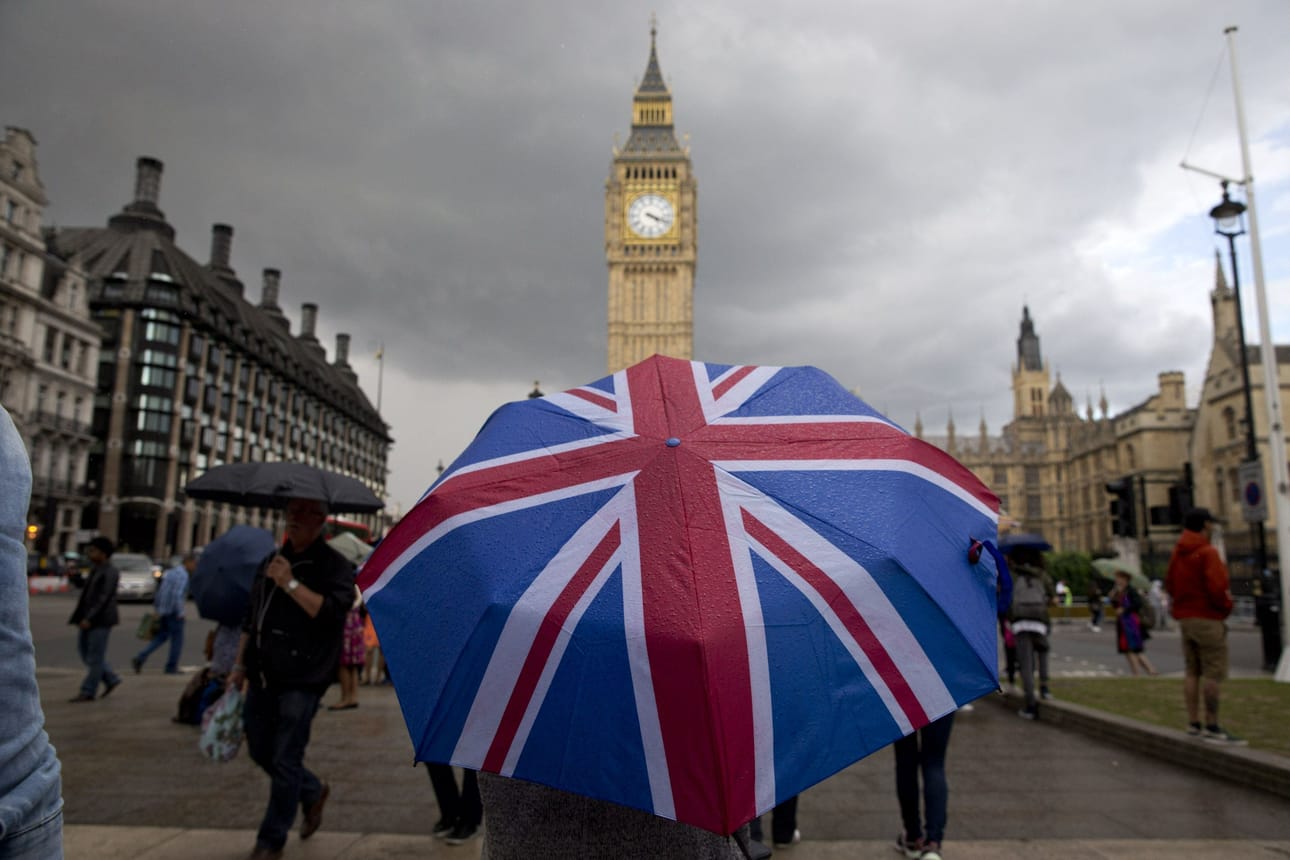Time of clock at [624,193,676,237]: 4:18
